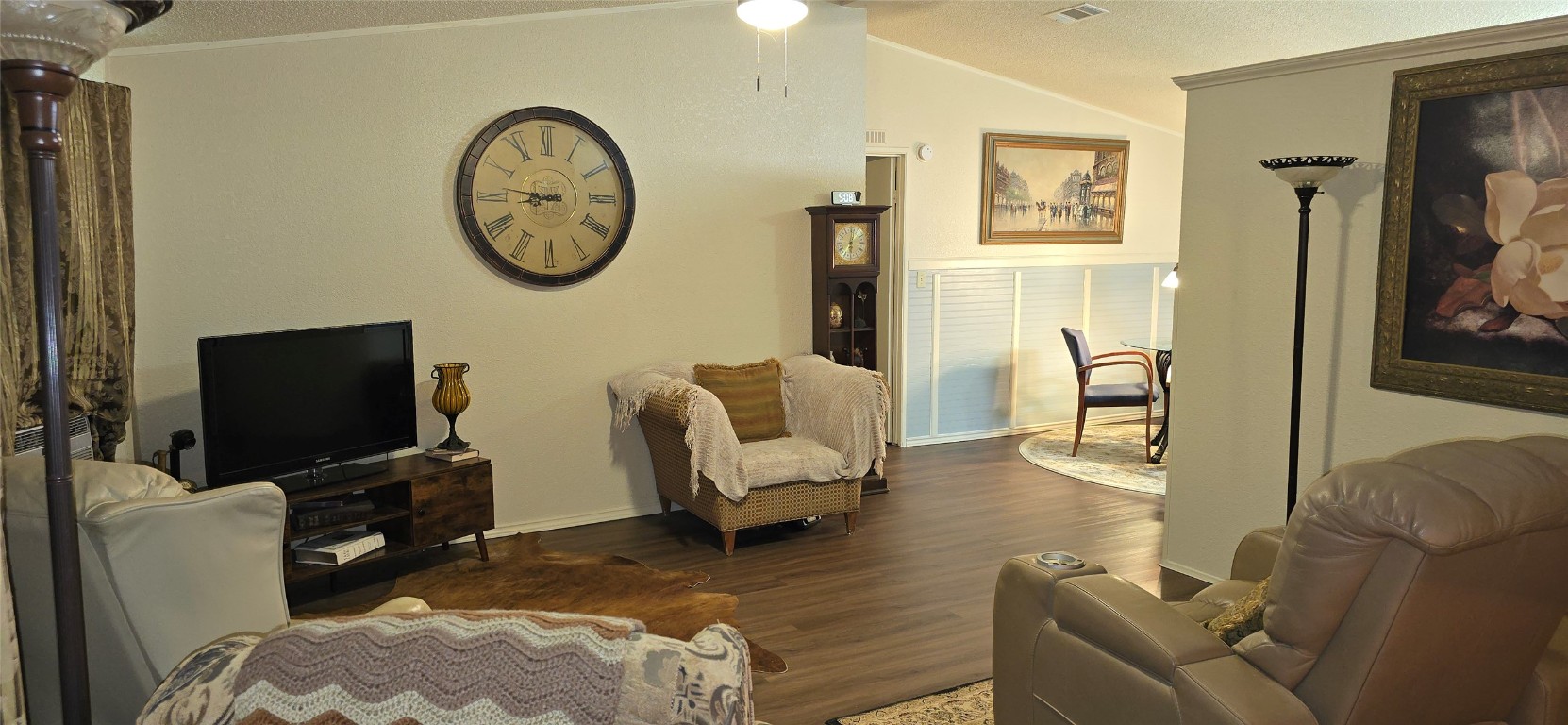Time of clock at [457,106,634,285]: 8:46
